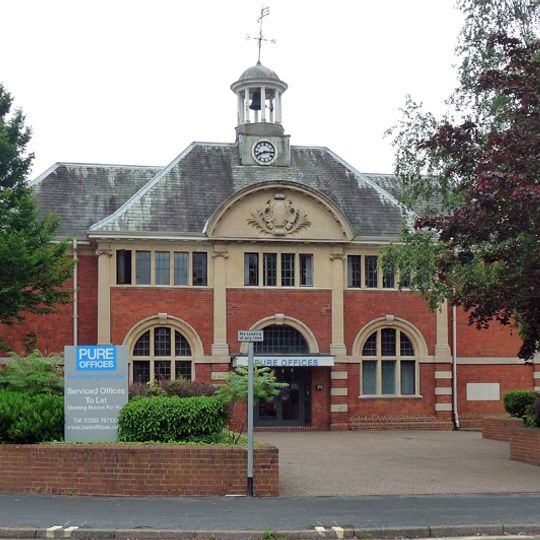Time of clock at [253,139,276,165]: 8:15
